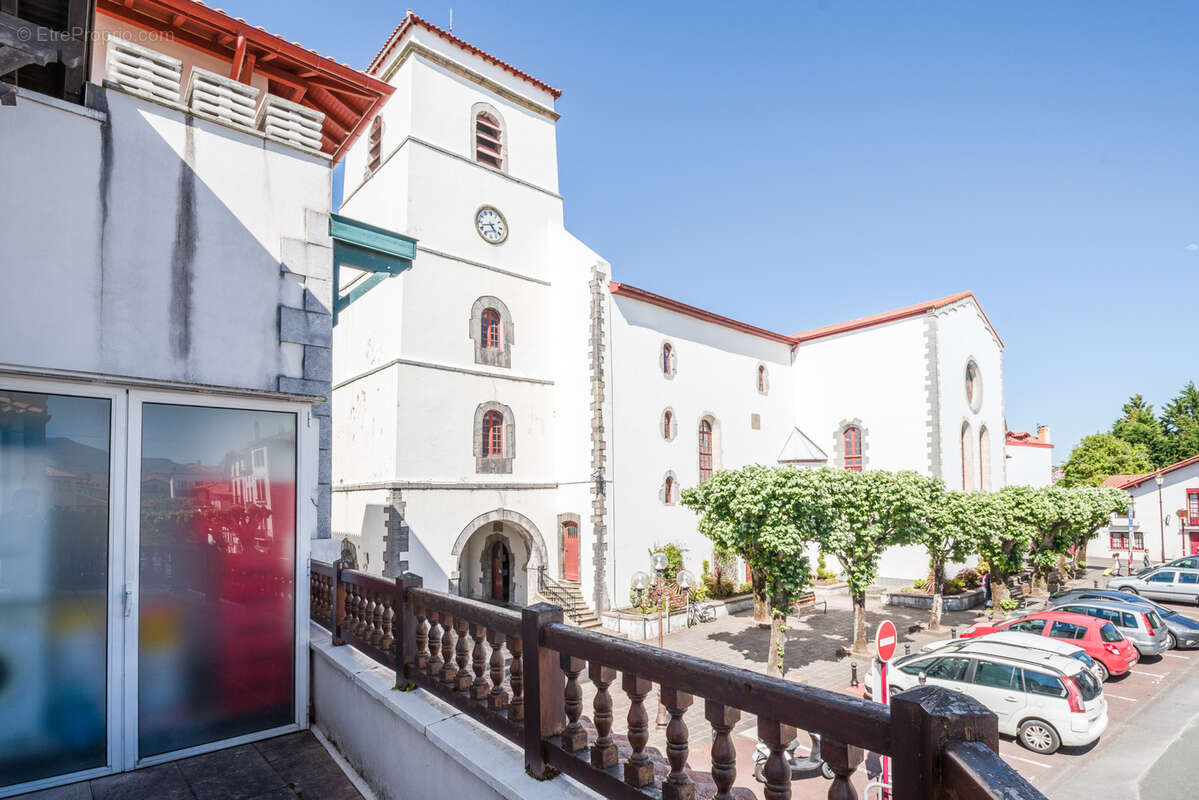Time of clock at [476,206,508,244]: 4:42
